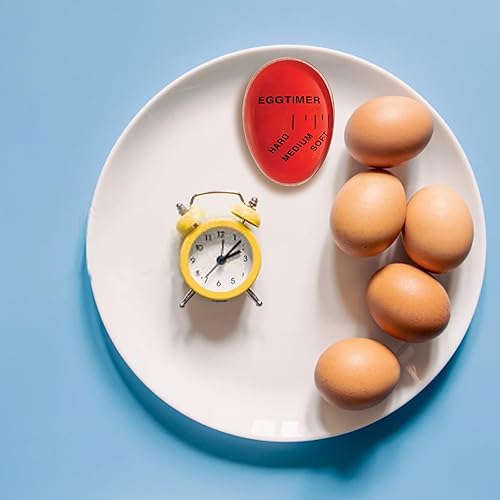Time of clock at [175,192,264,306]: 2:07
